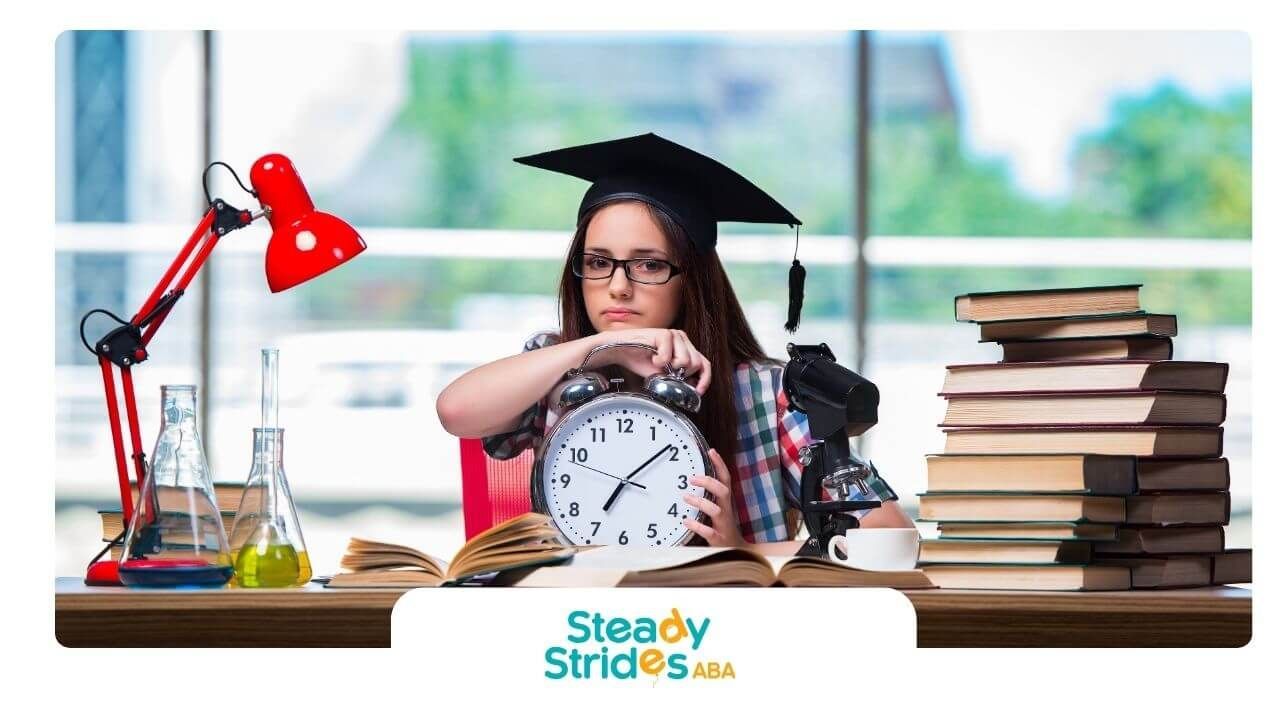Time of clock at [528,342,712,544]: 7:08
